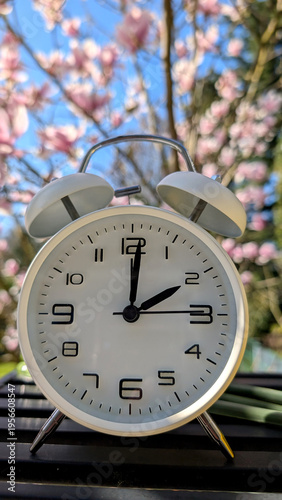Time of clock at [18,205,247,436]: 2:00
